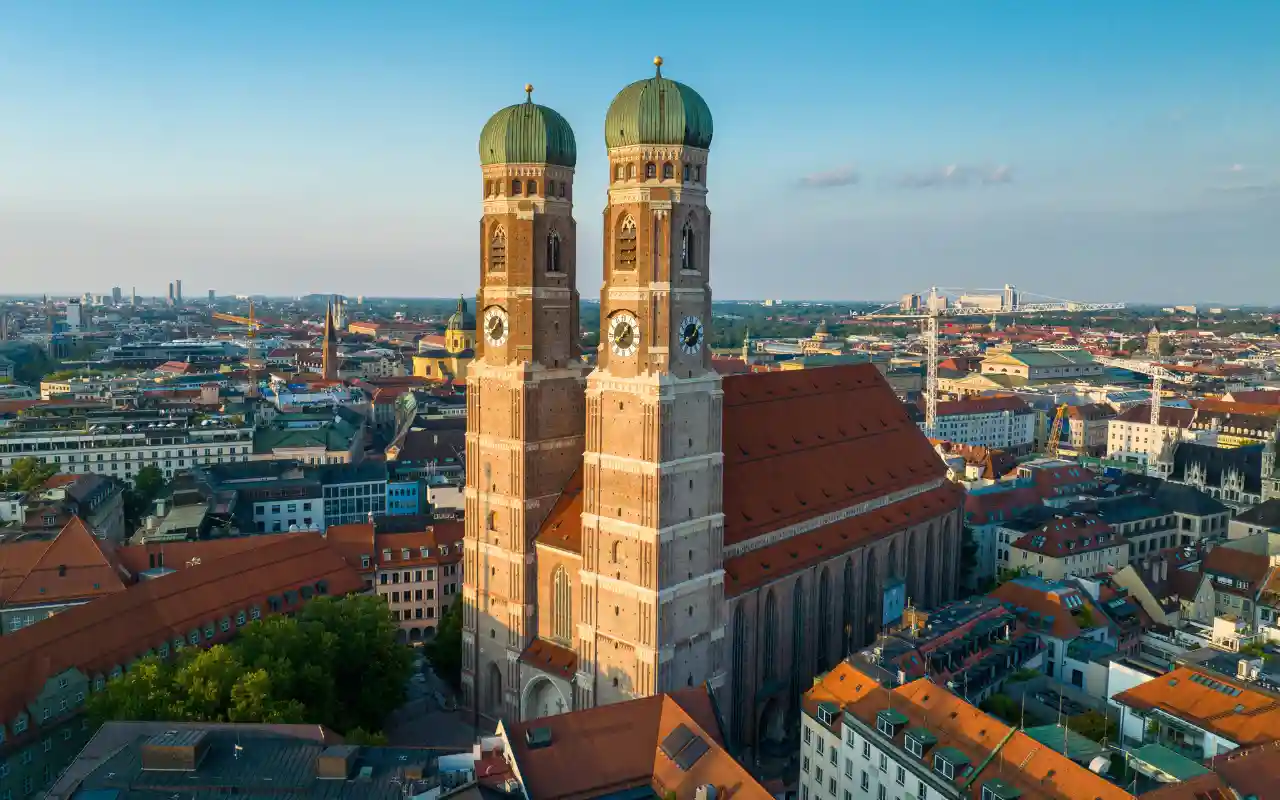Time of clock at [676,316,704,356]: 12:40
